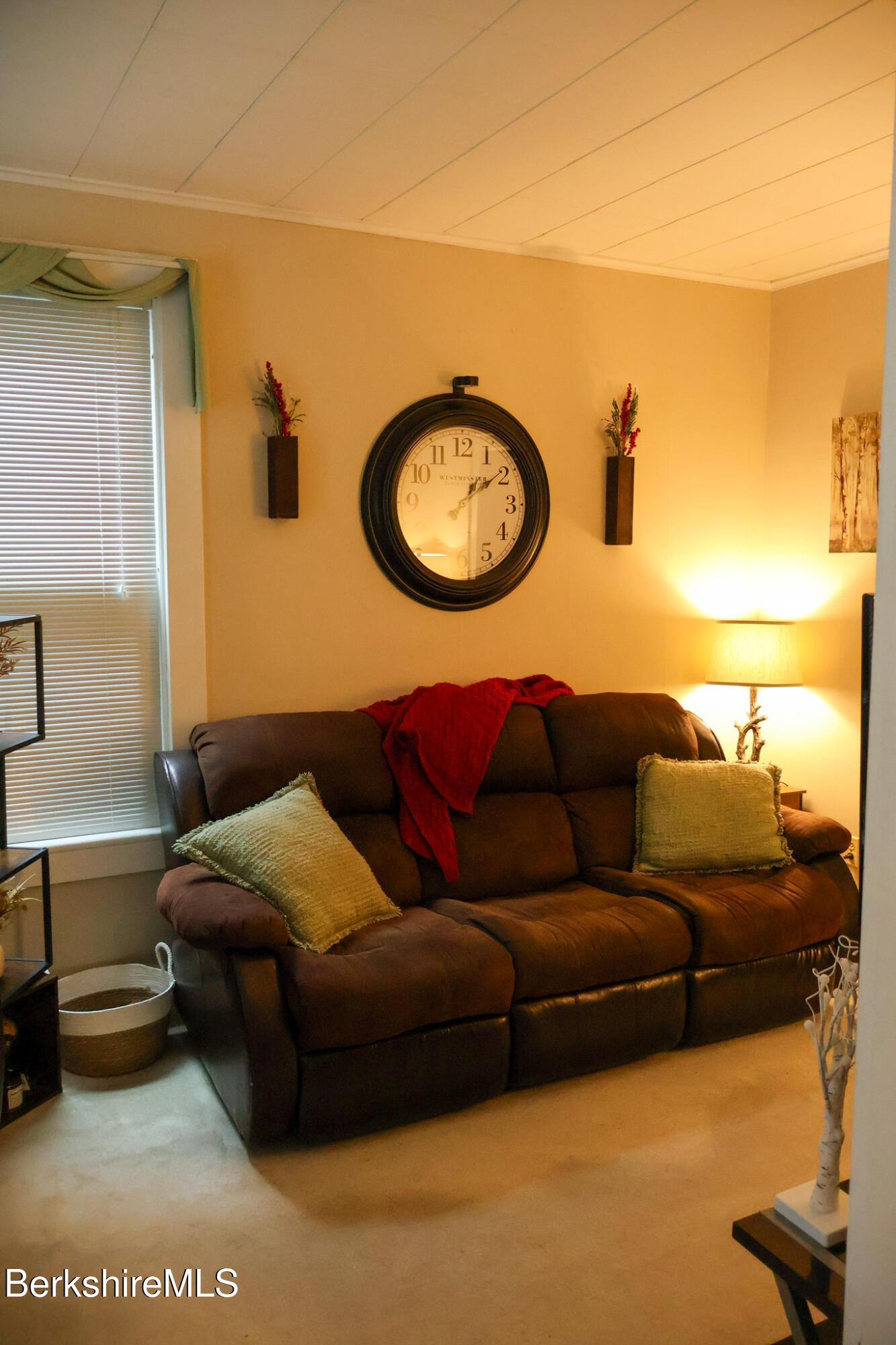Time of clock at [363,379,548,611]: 1:09
